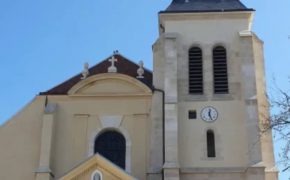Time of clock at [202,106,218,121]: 12:26
